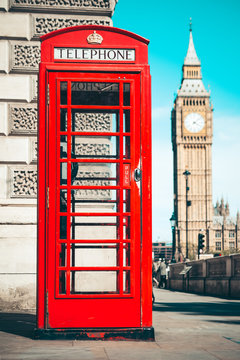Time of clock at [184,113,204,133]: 4:08
